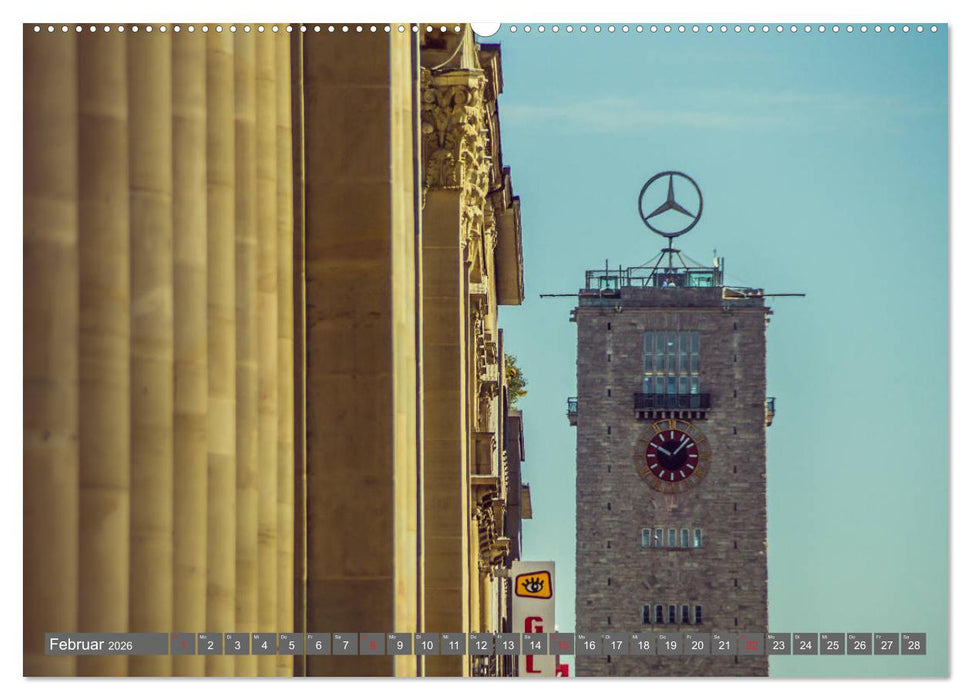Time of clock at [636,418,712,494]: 10:07
